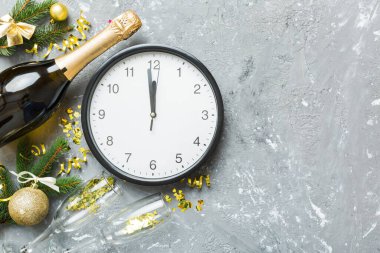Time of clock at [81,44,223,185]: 11:58
